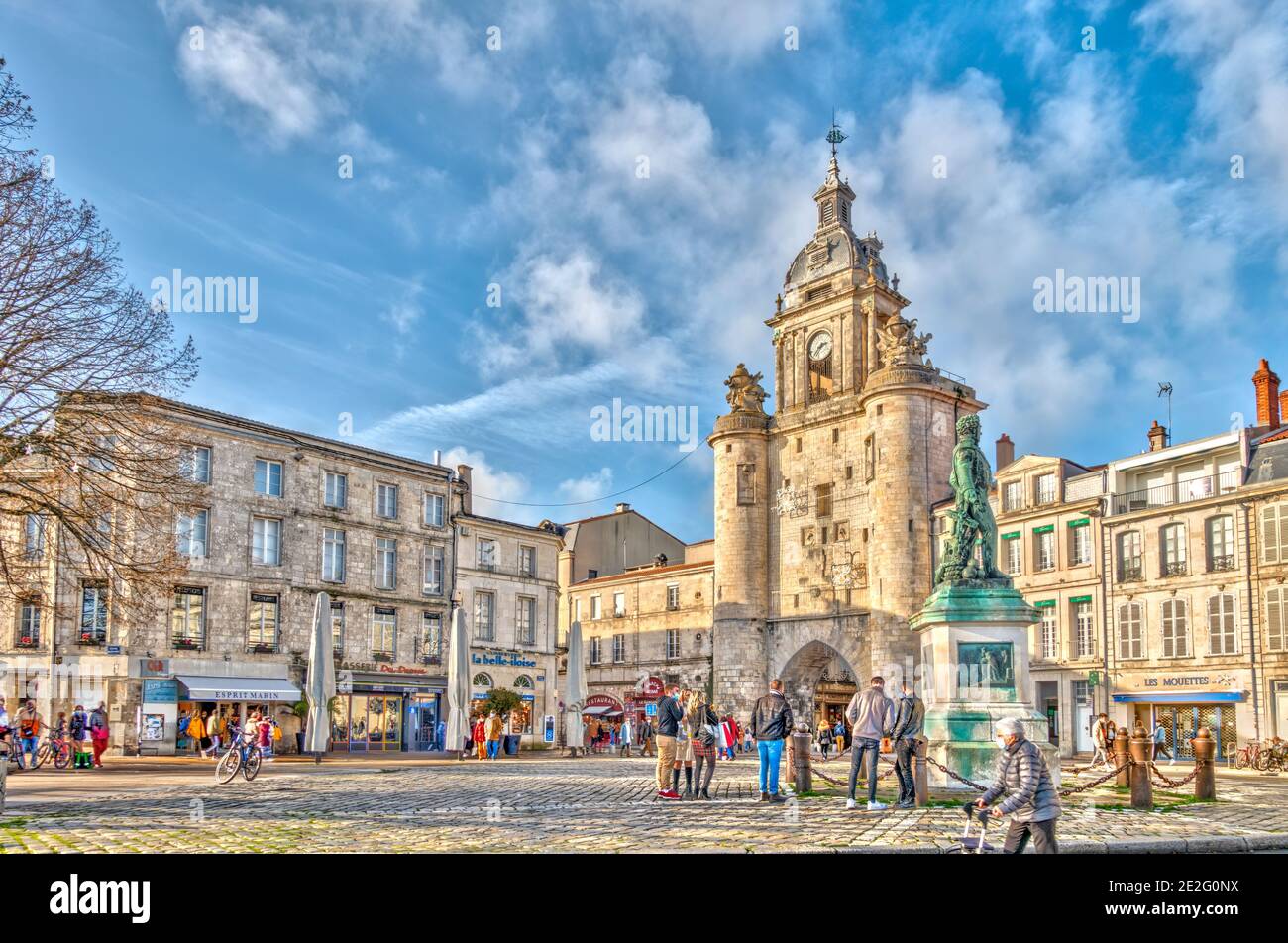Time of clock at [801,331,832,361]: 2:36
